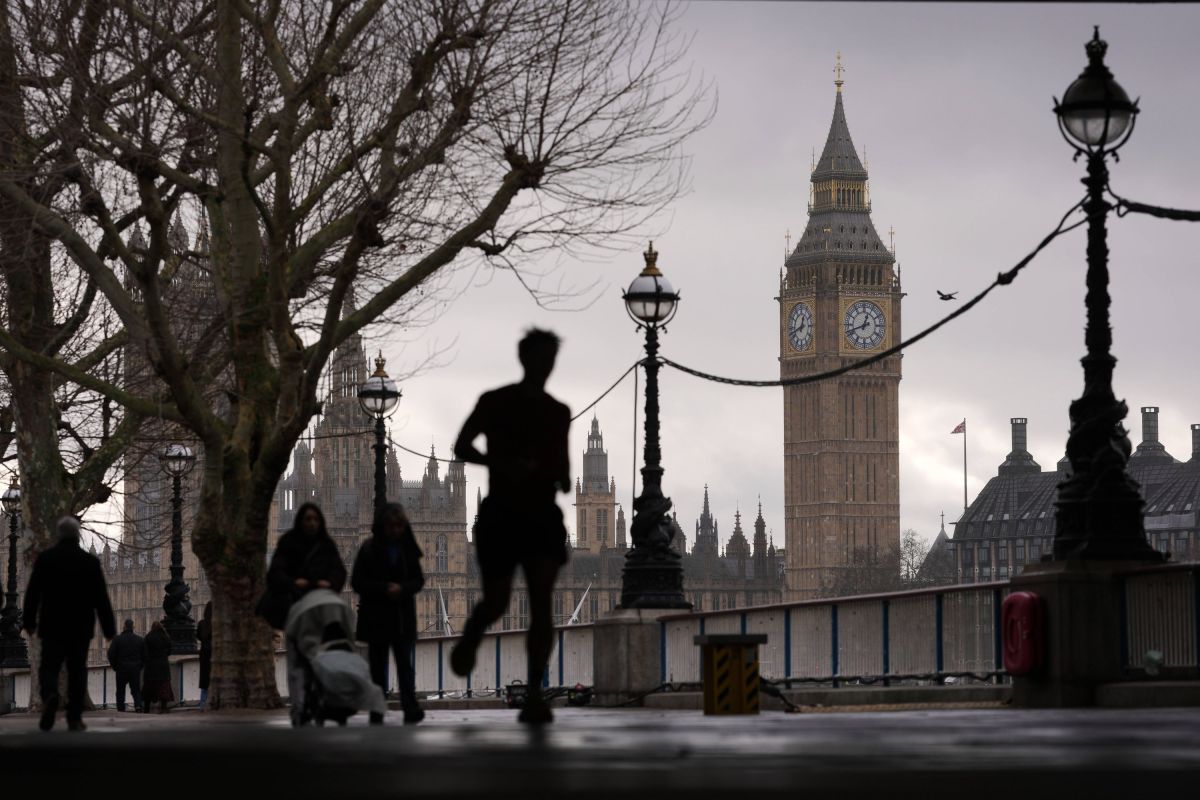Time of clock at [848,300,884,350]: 12:42
